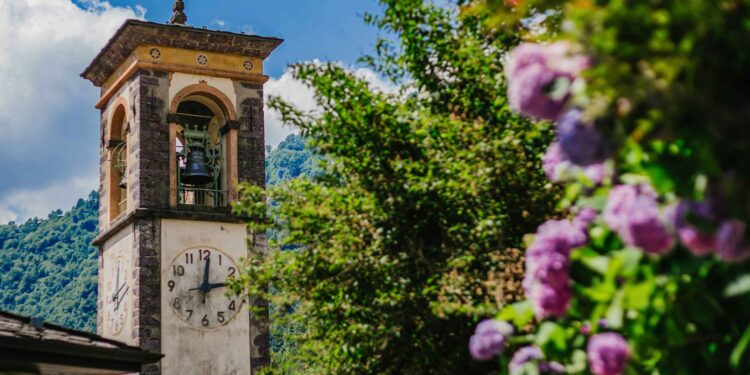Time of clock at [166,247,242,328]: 12:13
